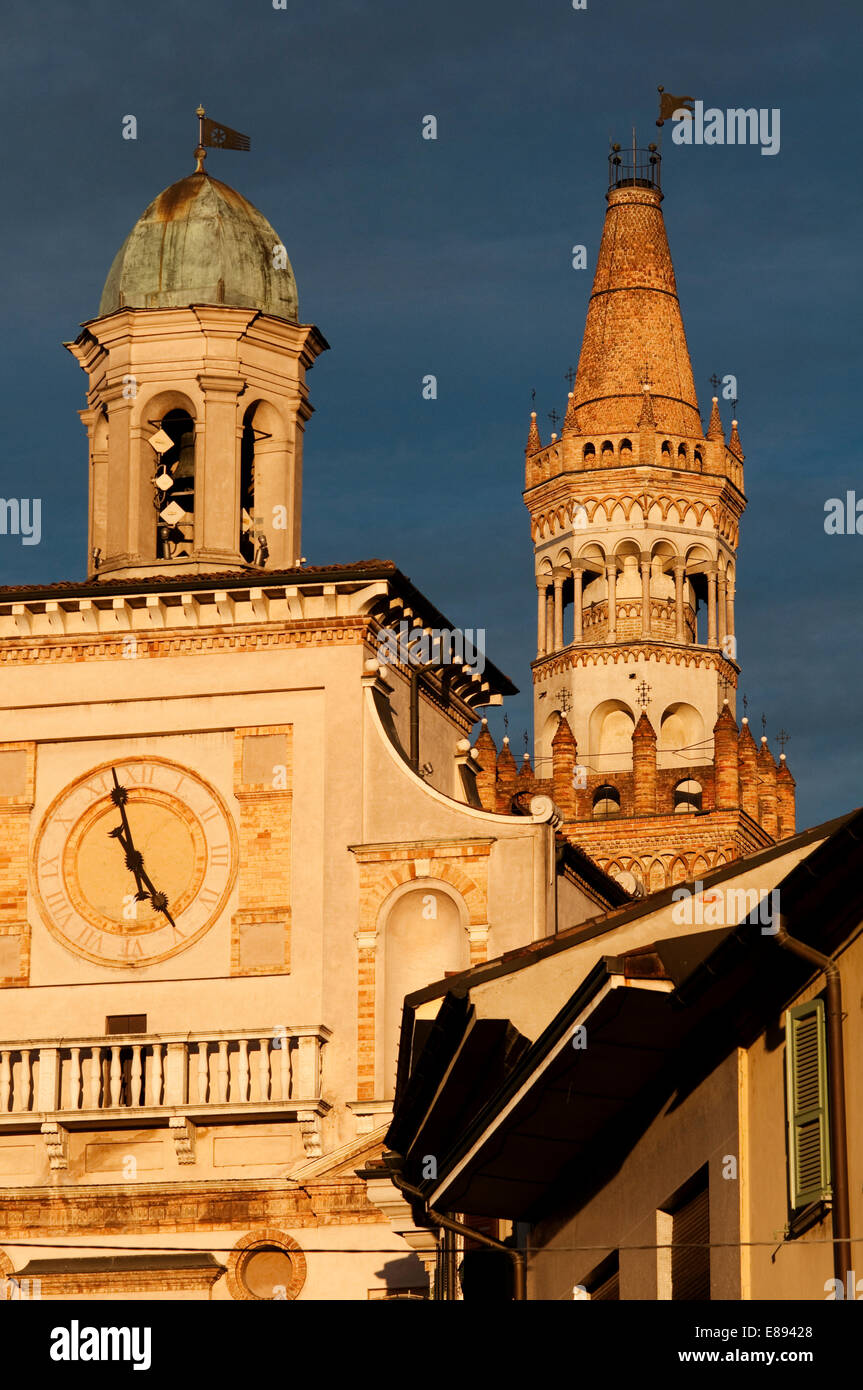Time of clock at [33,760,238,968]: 4:57
